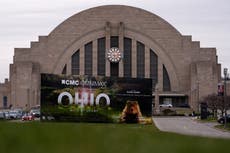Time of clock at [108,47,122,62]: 6:14
